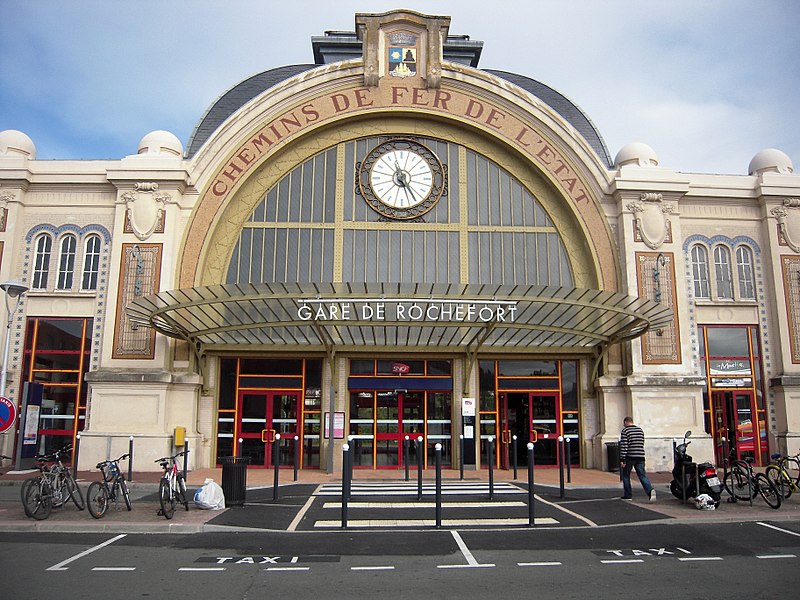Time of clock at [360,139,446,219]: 11:25
